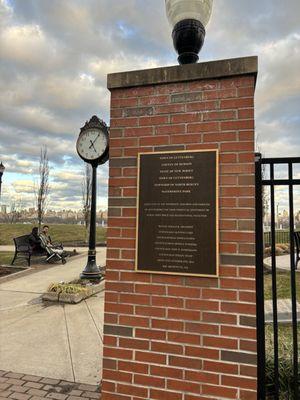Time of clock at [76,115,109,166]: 5:06
